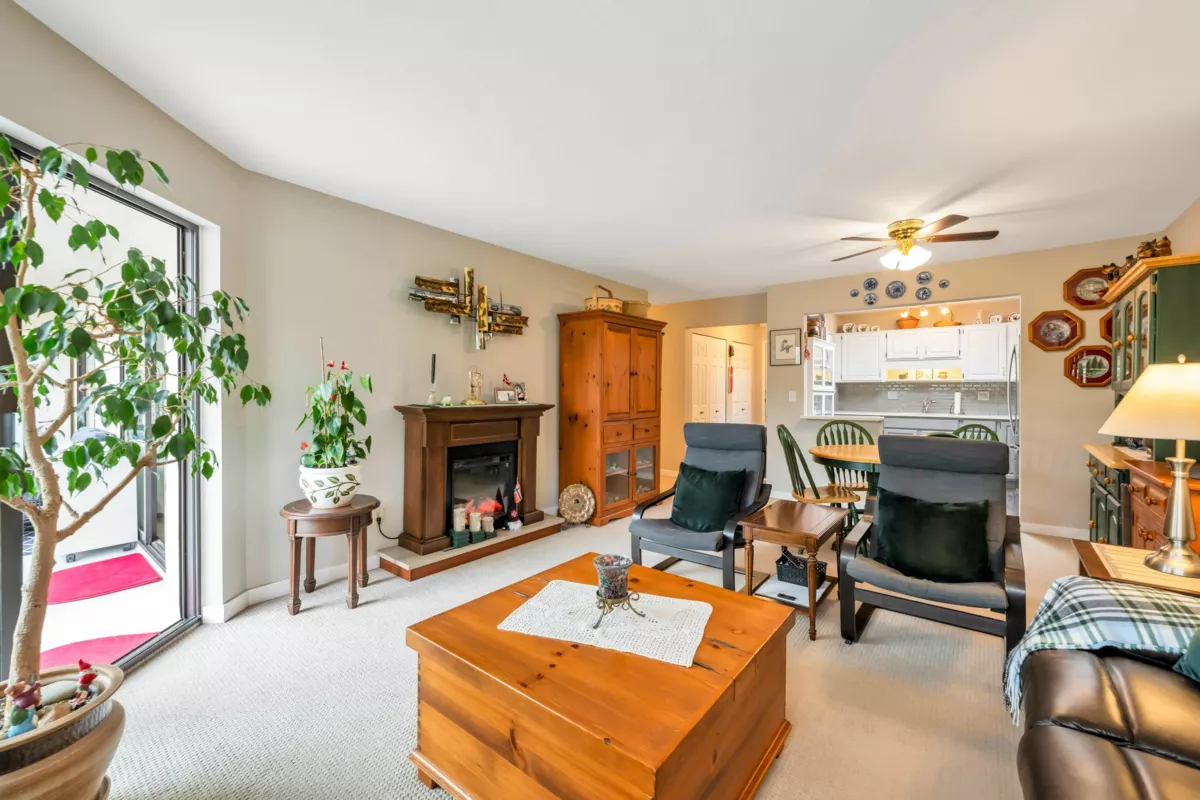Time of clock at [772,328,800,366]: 8:12
